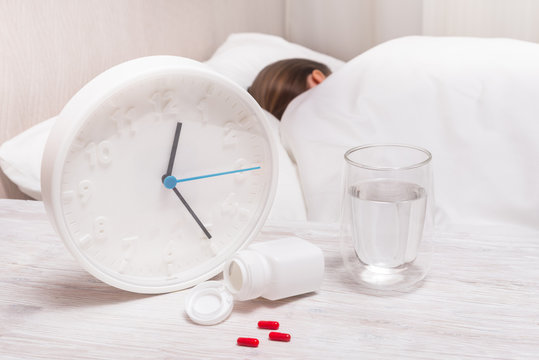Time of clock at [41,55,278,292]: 12:24
